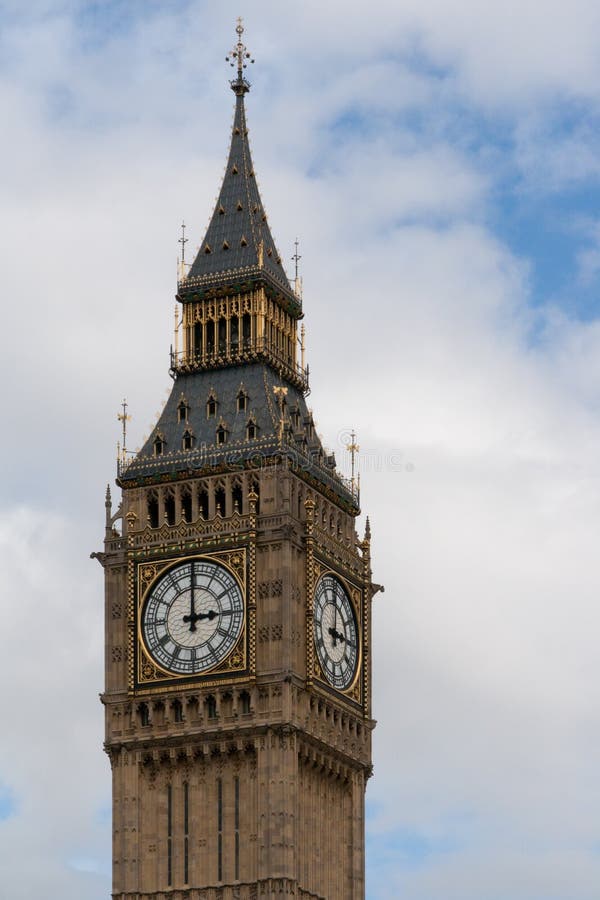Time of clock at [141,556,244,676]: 2:59
